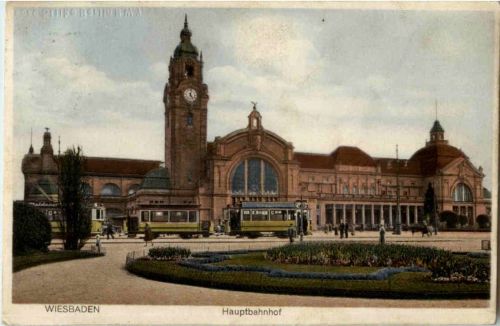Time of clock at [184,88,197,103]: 5:01
